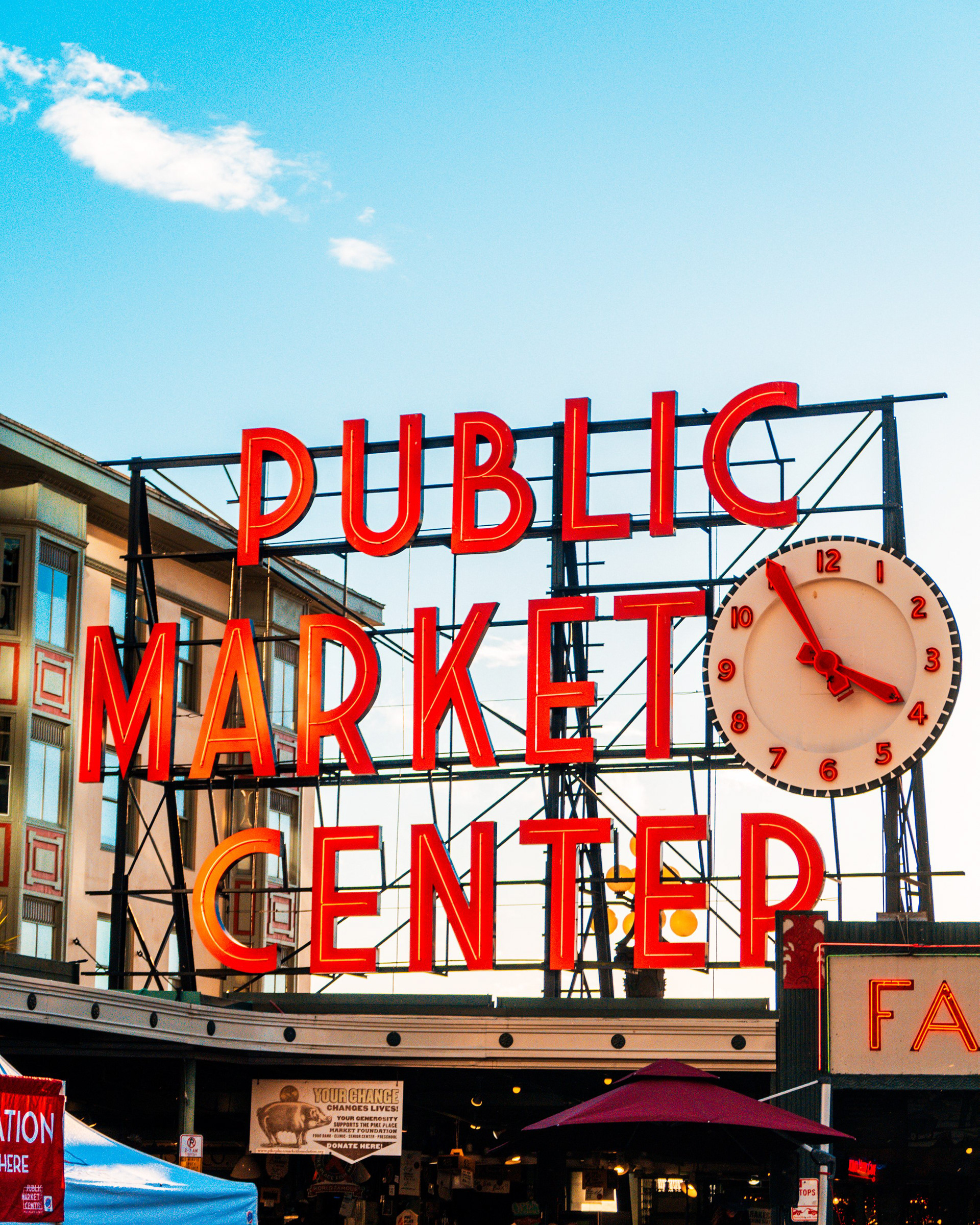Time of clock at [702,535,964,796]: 3:54
